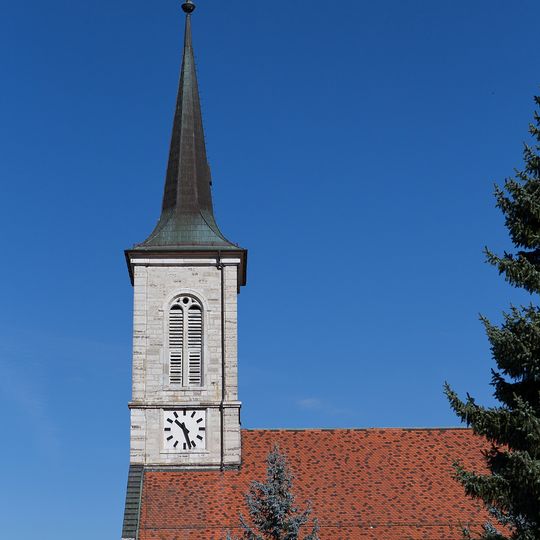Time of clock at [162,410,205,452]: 10:27
